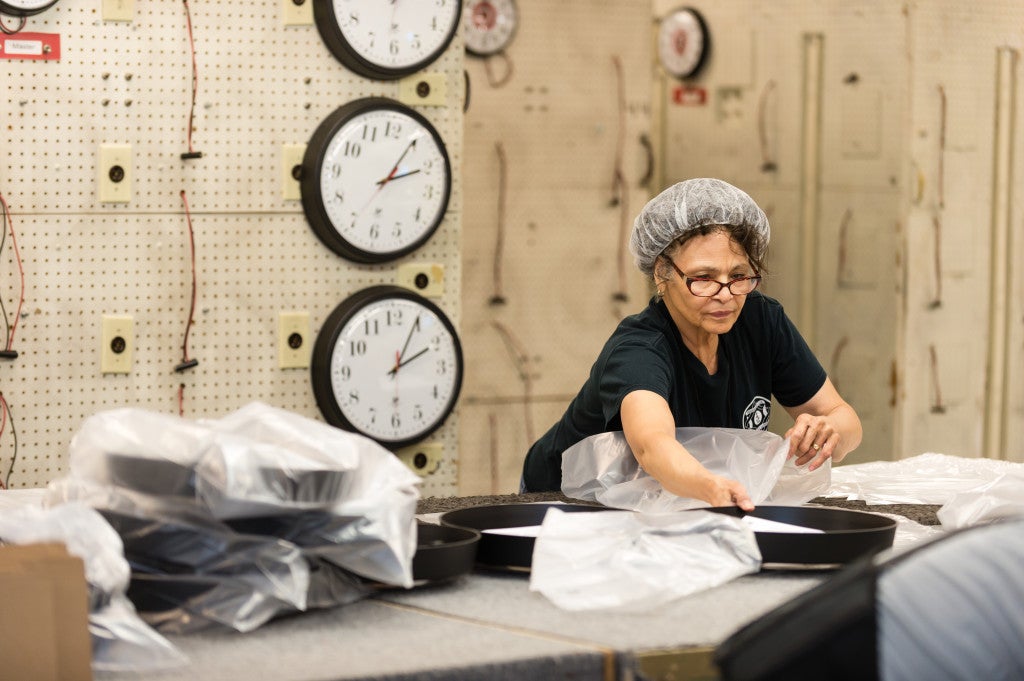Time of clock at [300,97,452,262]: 2:04
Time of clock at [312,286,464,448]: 2:04
